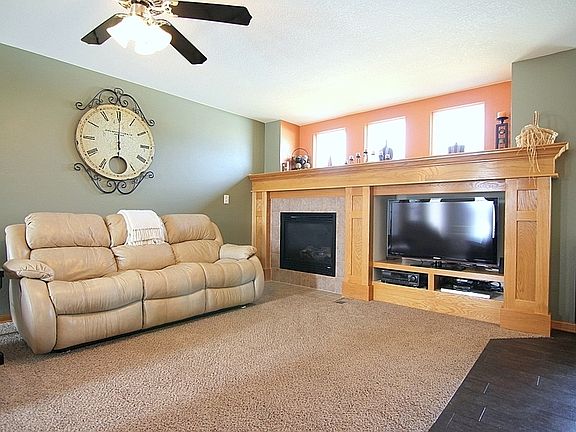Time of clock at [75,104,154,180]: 6:00
